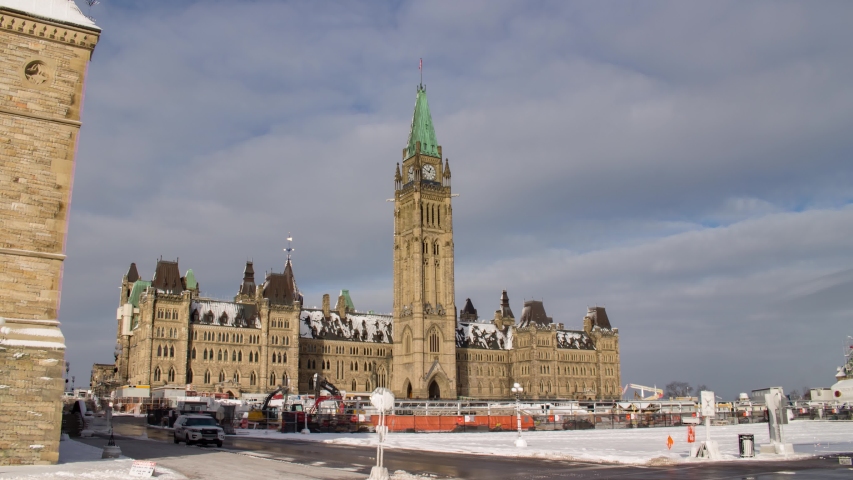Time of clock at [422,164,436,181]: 12:49
